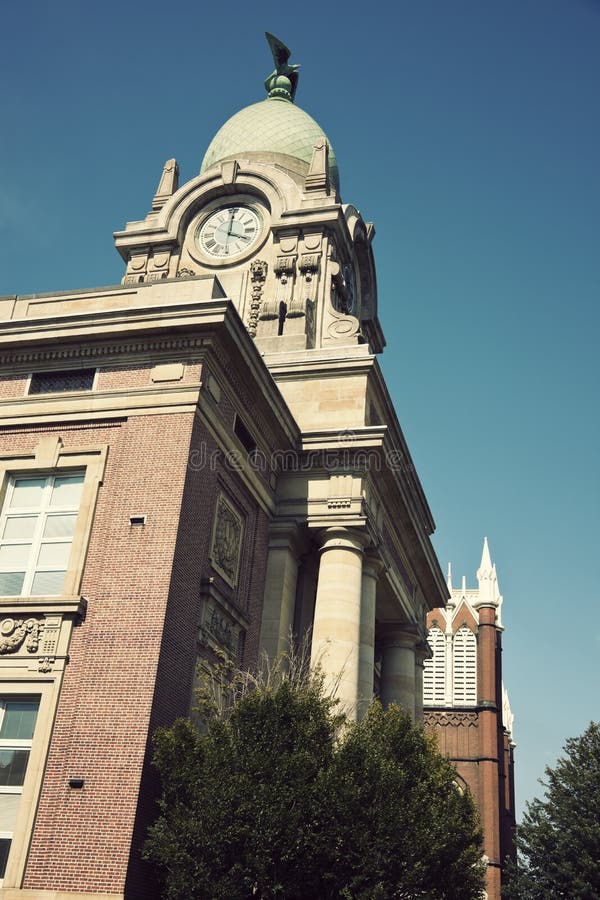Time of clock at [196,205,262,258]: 4:00
